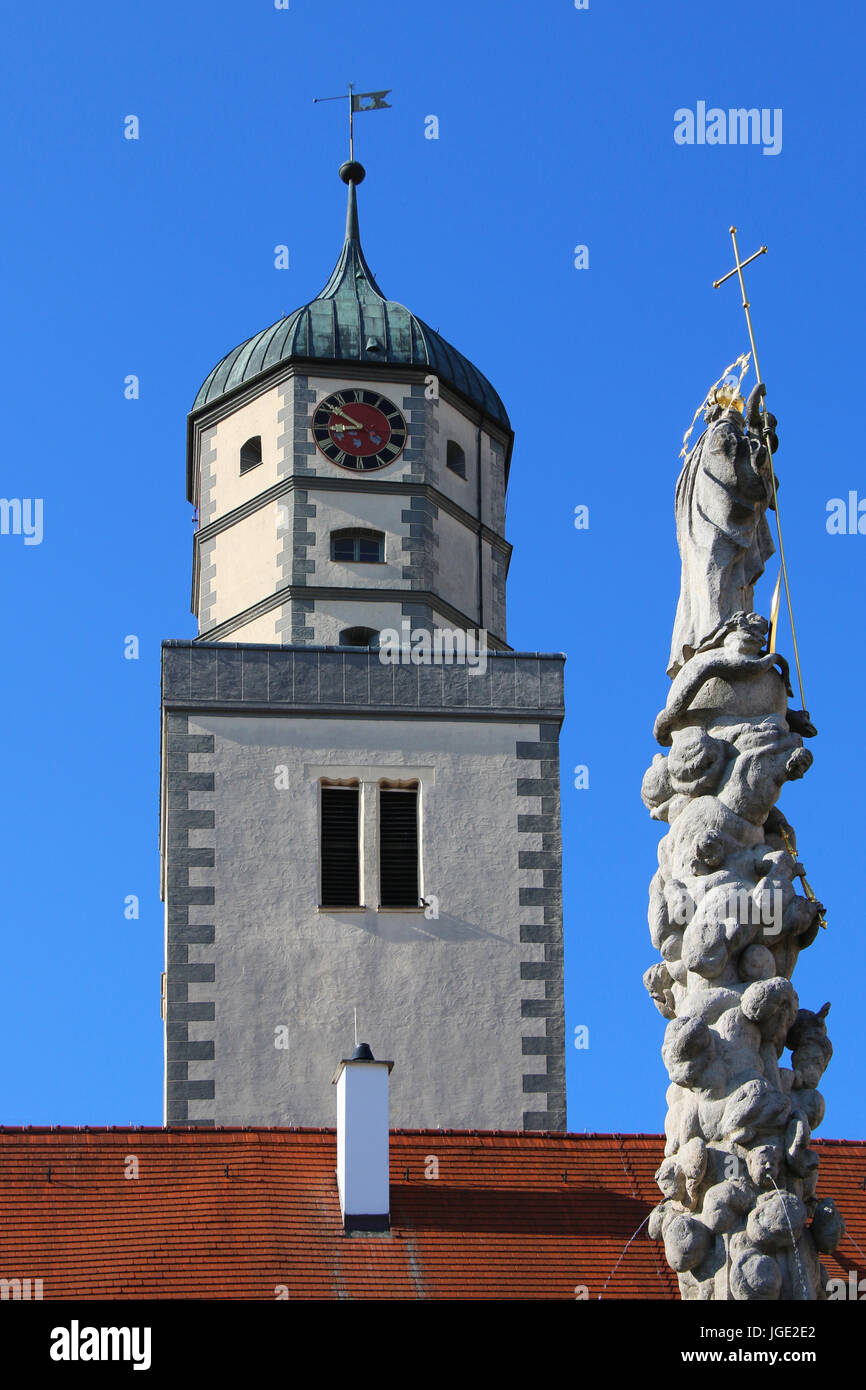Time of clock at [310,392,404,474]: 8:51
